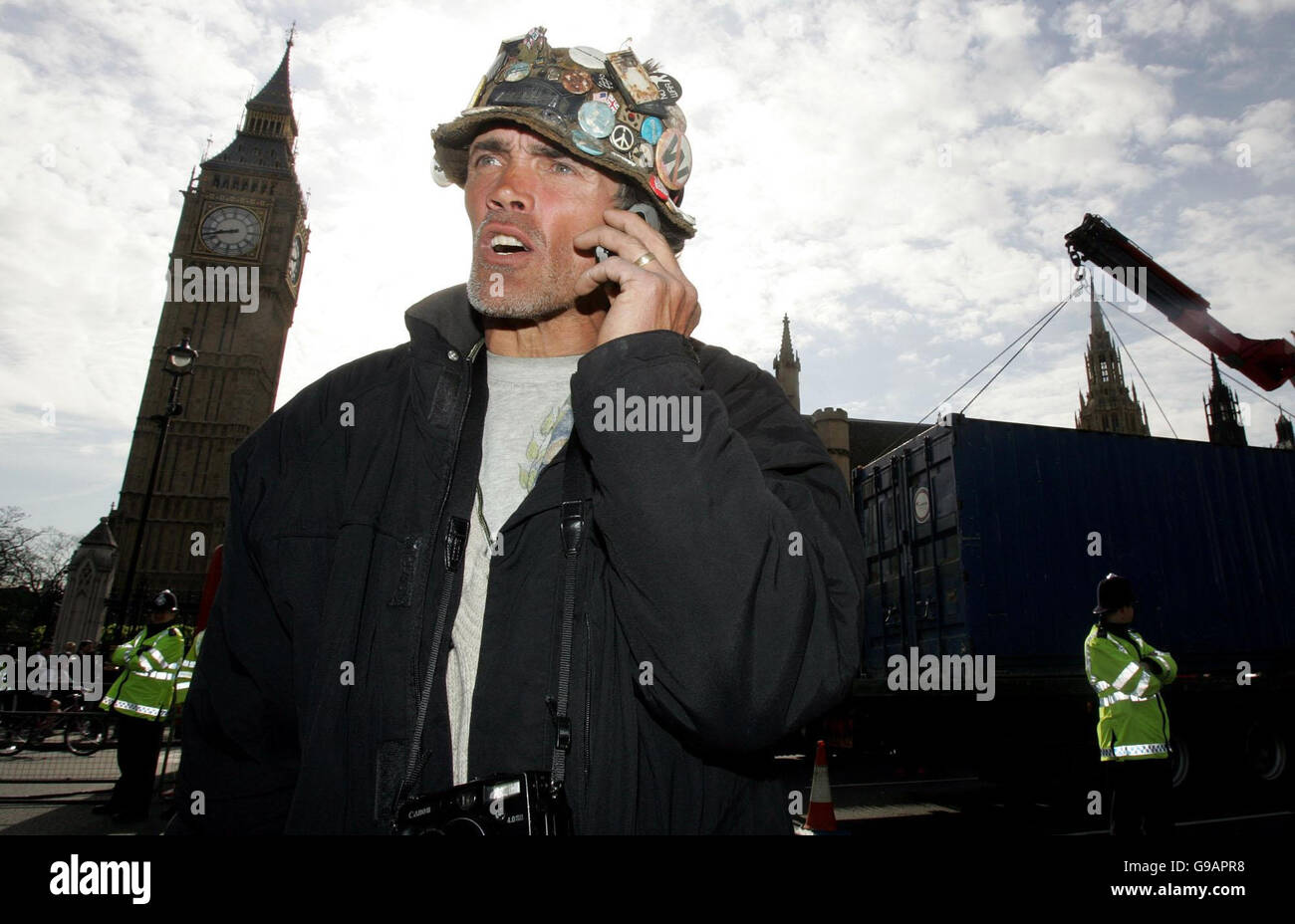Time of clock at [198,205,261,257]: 8:42
